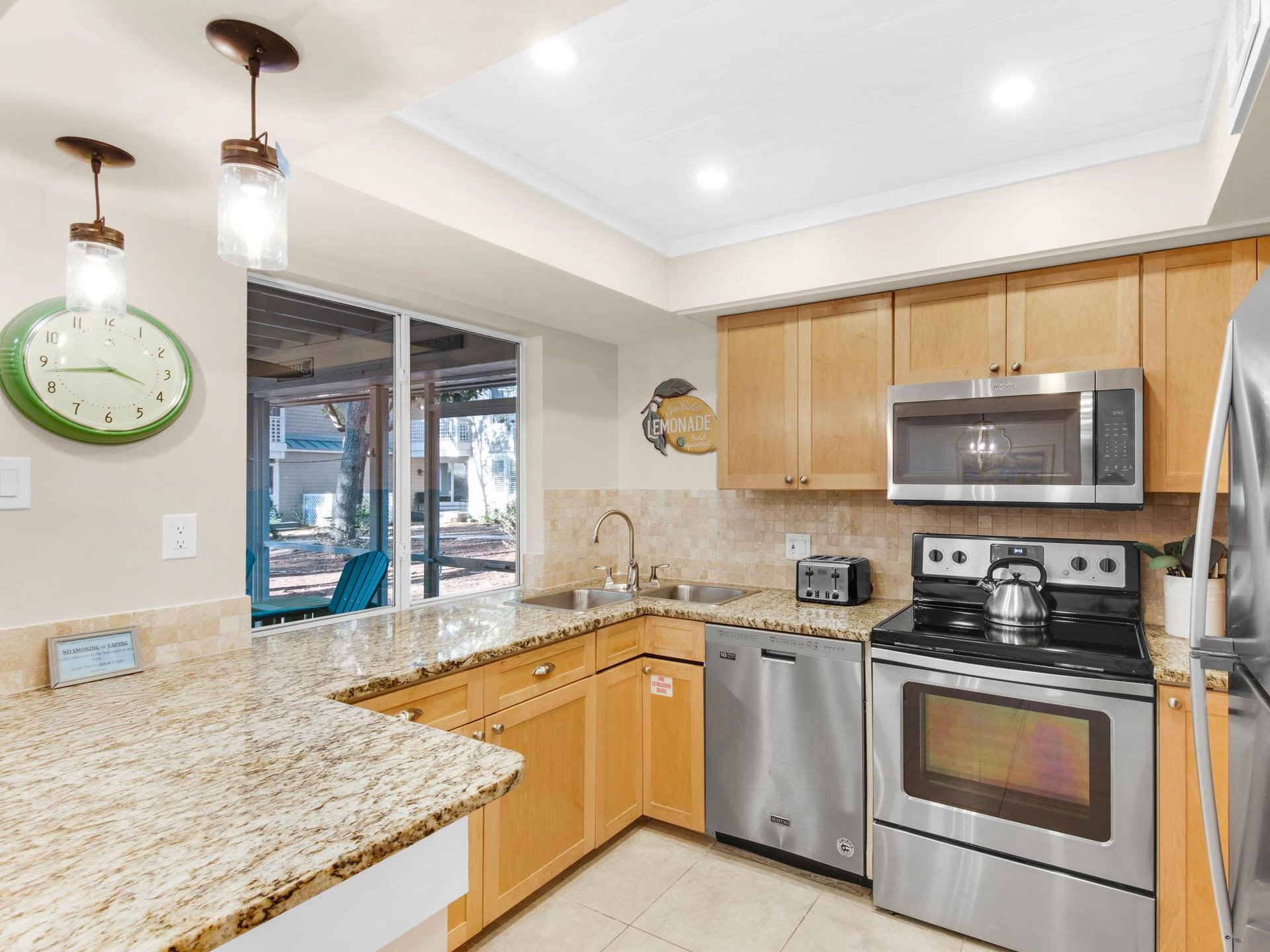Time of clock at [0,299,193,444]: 3:43
